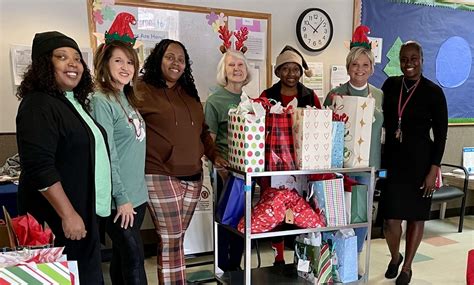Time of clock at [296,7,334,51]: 10:07
